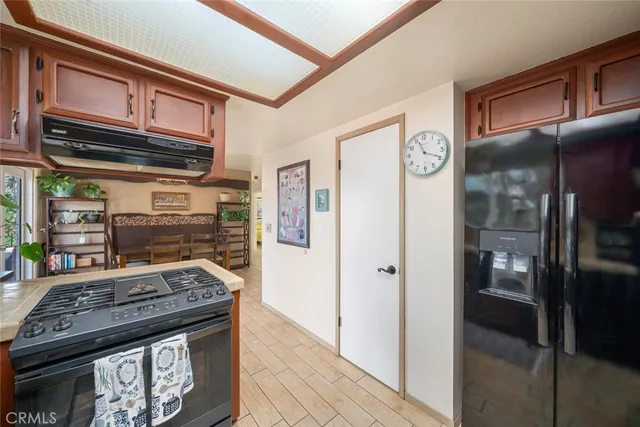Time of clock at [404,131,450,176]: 11:18
